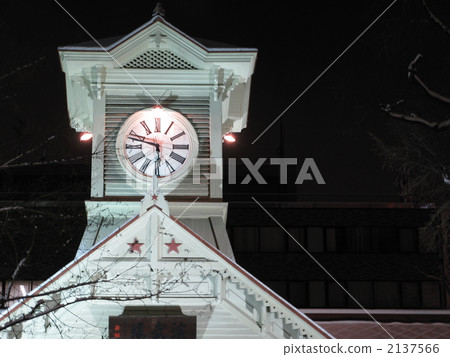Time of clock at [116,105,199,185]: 5:47
